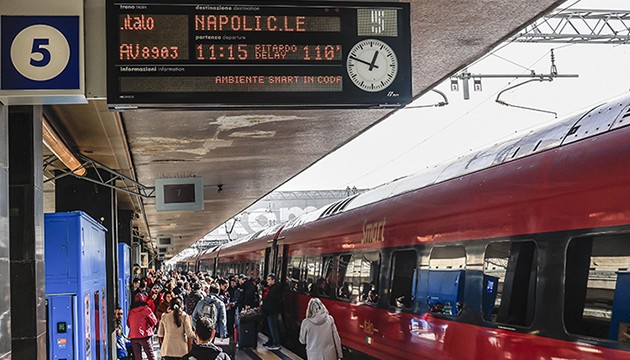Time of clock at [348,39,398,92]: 12:48
